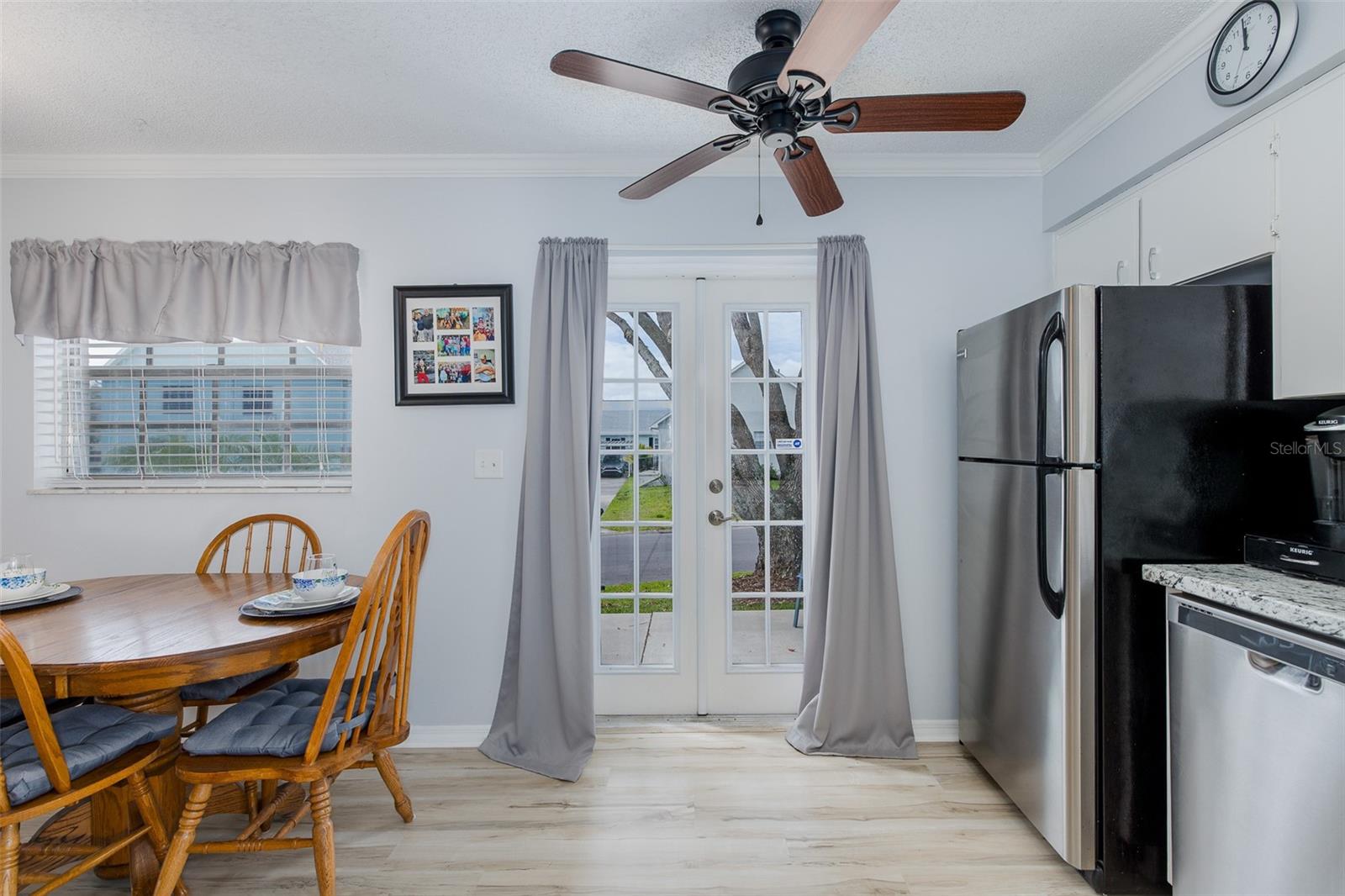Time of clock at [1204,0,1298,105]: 11:58
